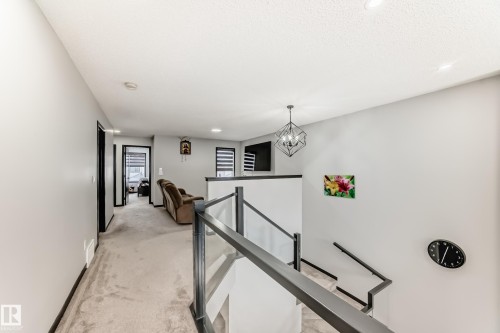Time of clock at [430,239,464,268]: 12:32
